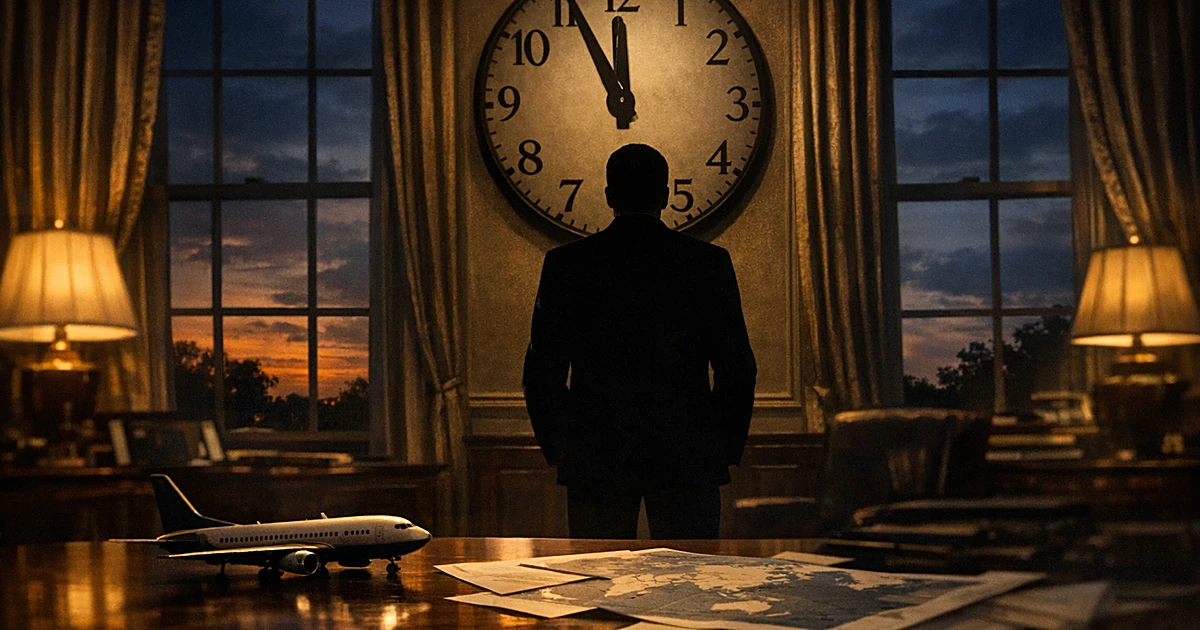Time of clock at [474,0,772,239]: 11:55
